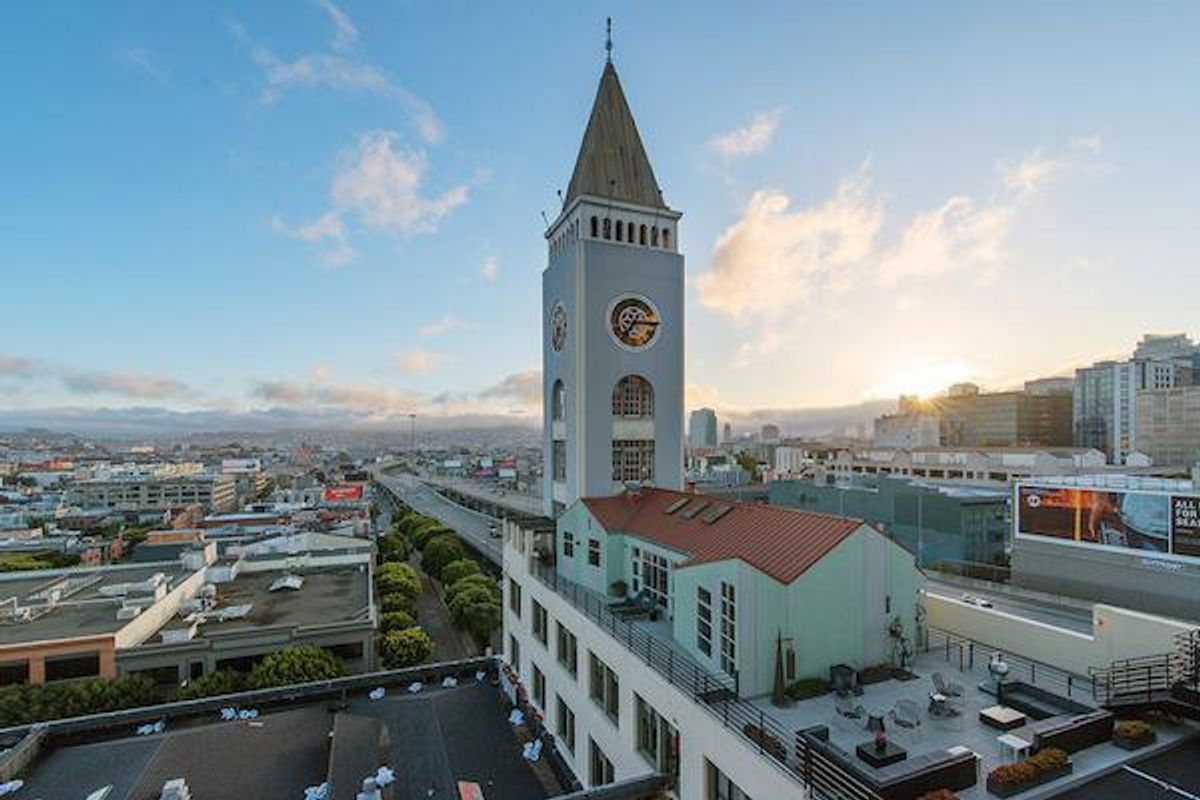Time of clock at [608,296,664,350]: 7:15
